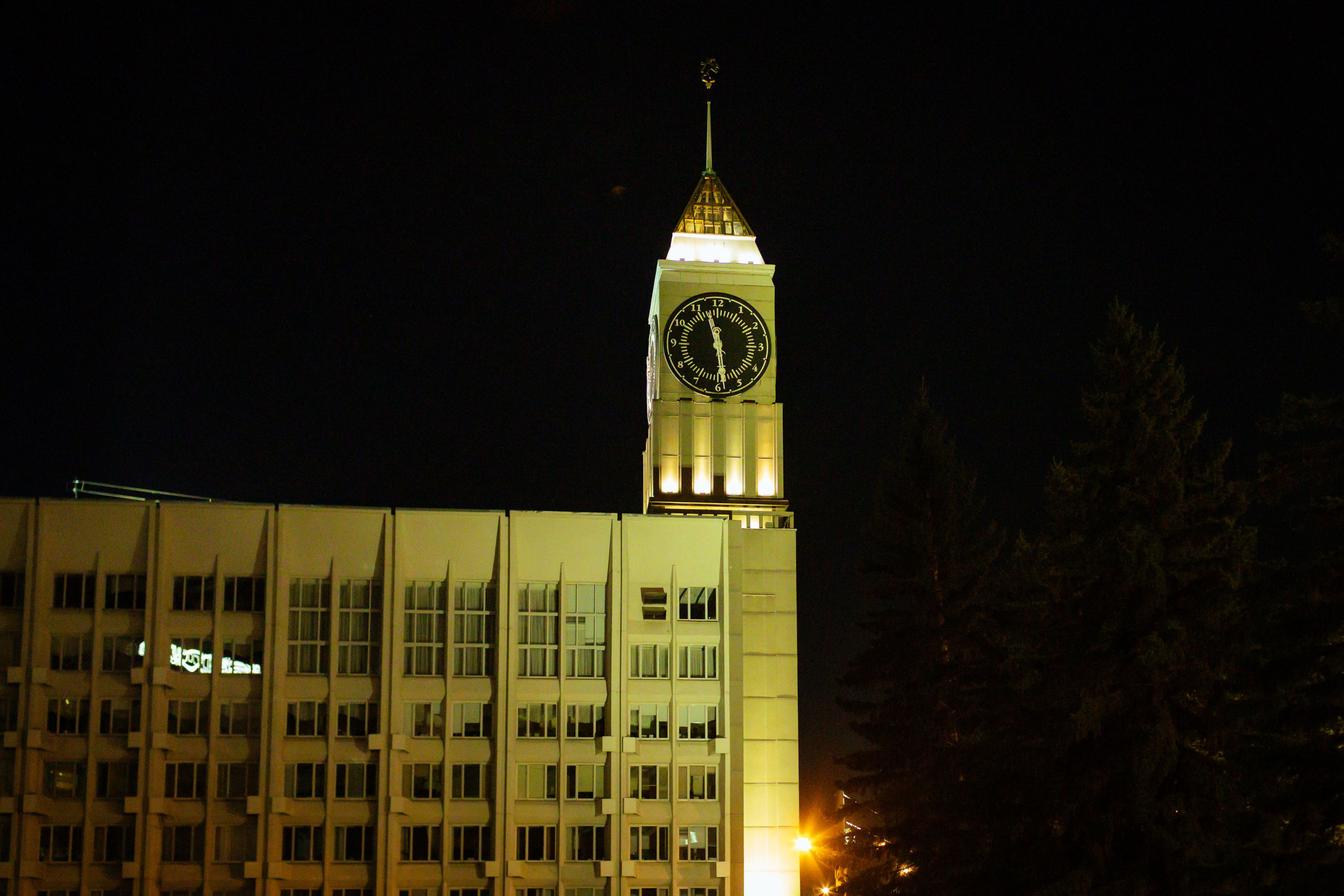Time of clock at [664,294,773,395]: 11:28
